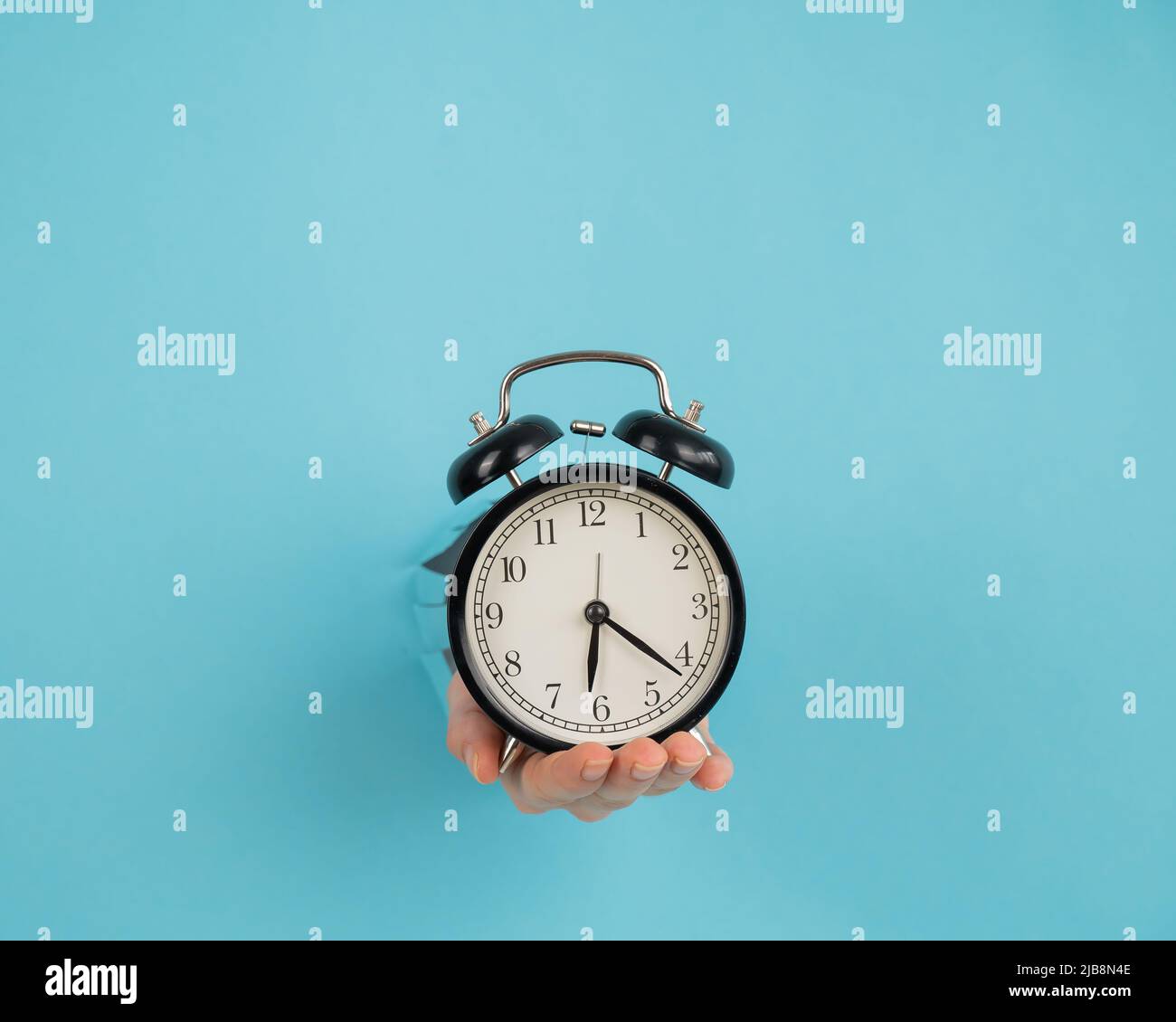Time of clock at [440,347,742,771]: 6:21
